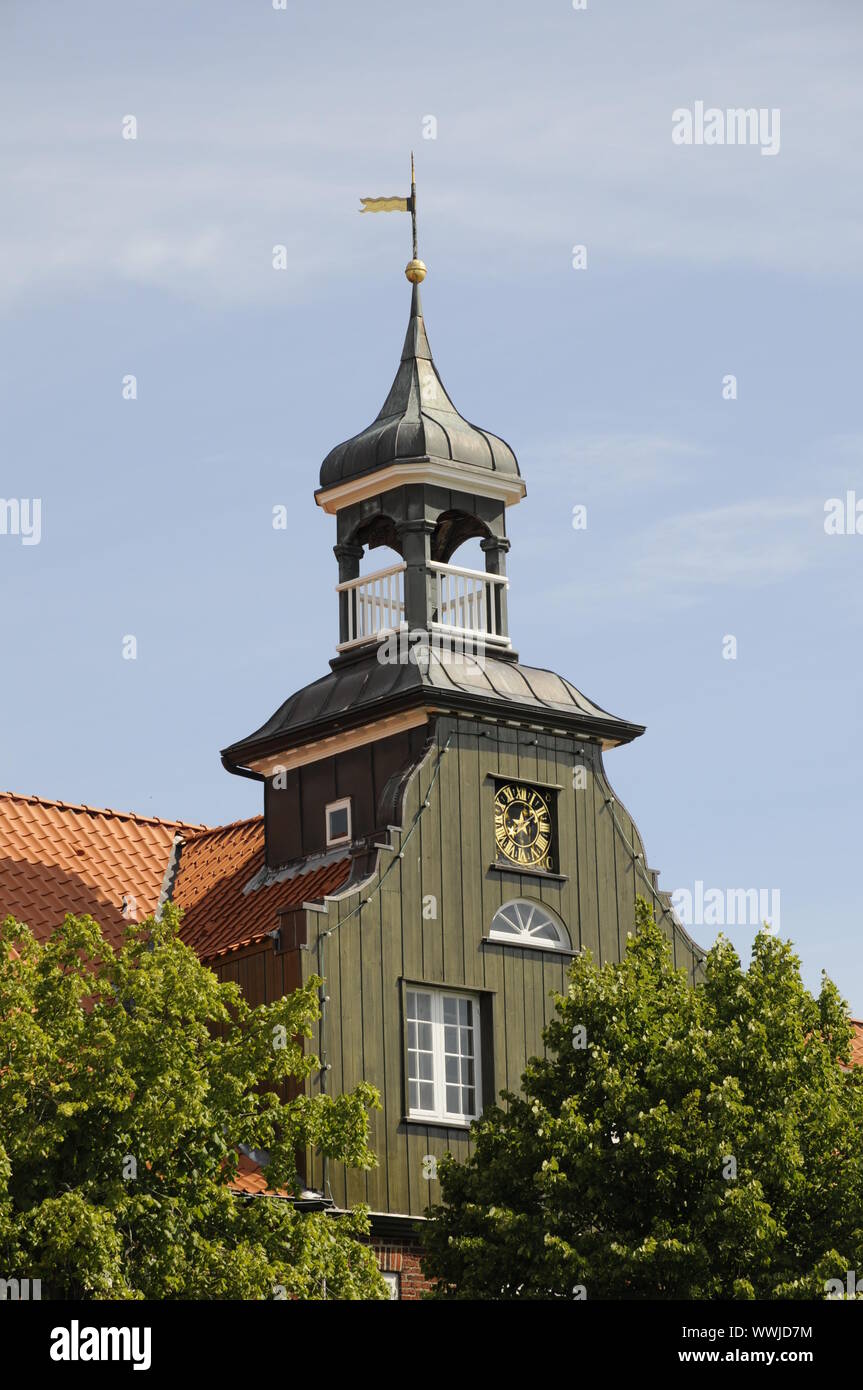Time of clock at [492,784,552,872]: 1:39
